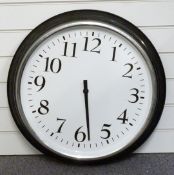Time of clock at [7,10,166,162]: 5:28
